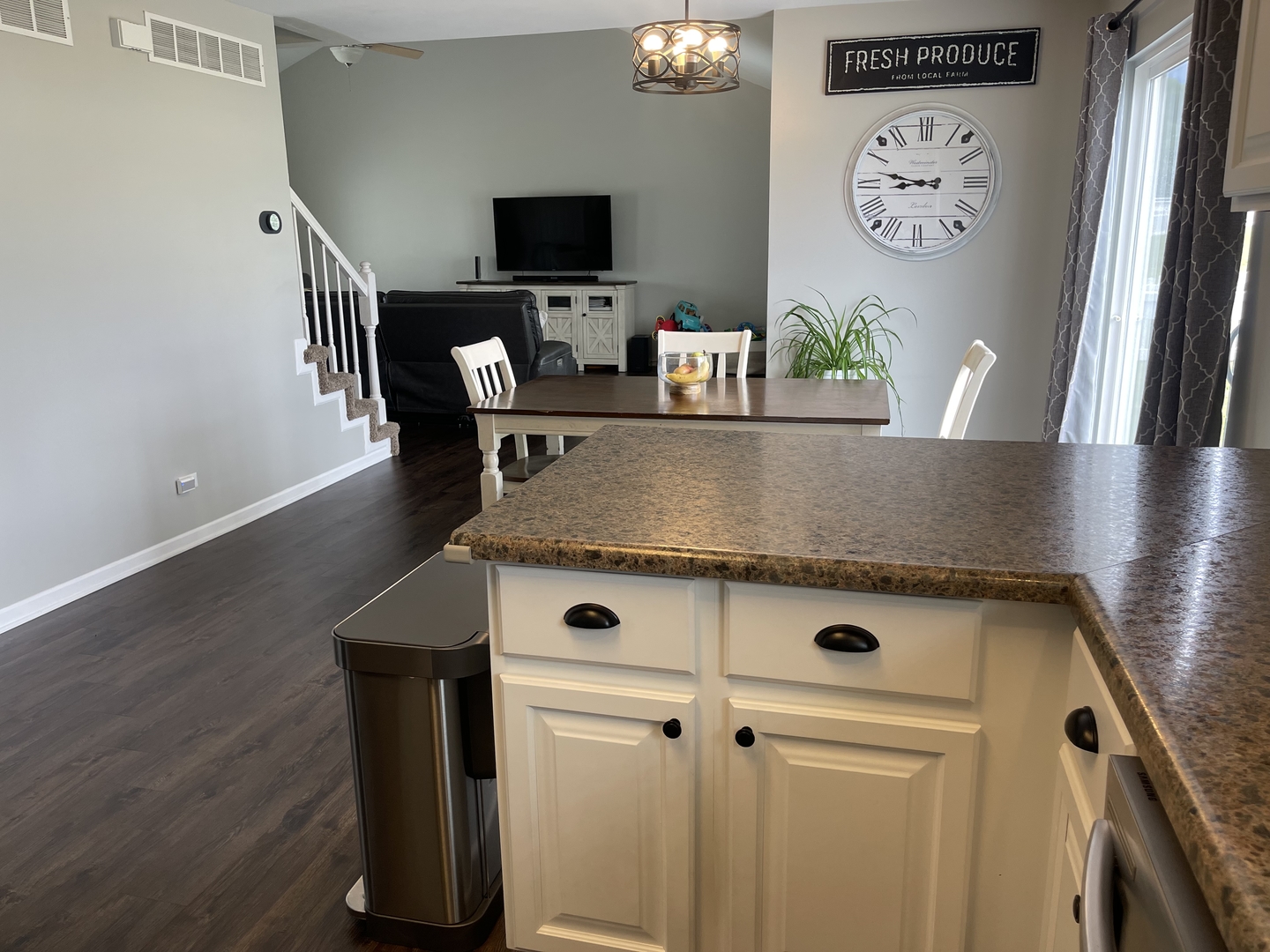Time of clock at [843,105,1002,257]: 8:47
